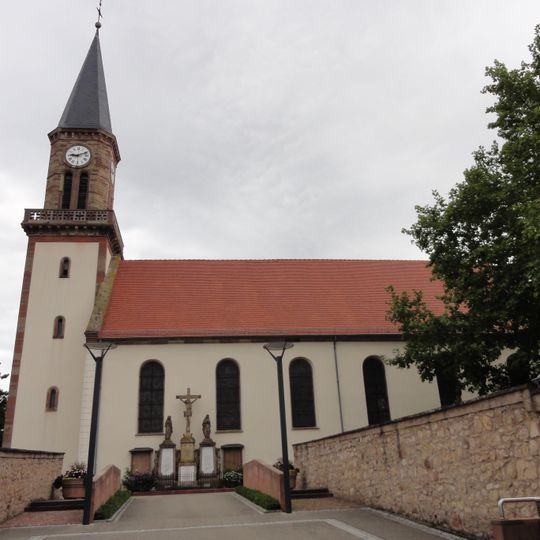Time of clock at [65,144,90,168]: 9:11
